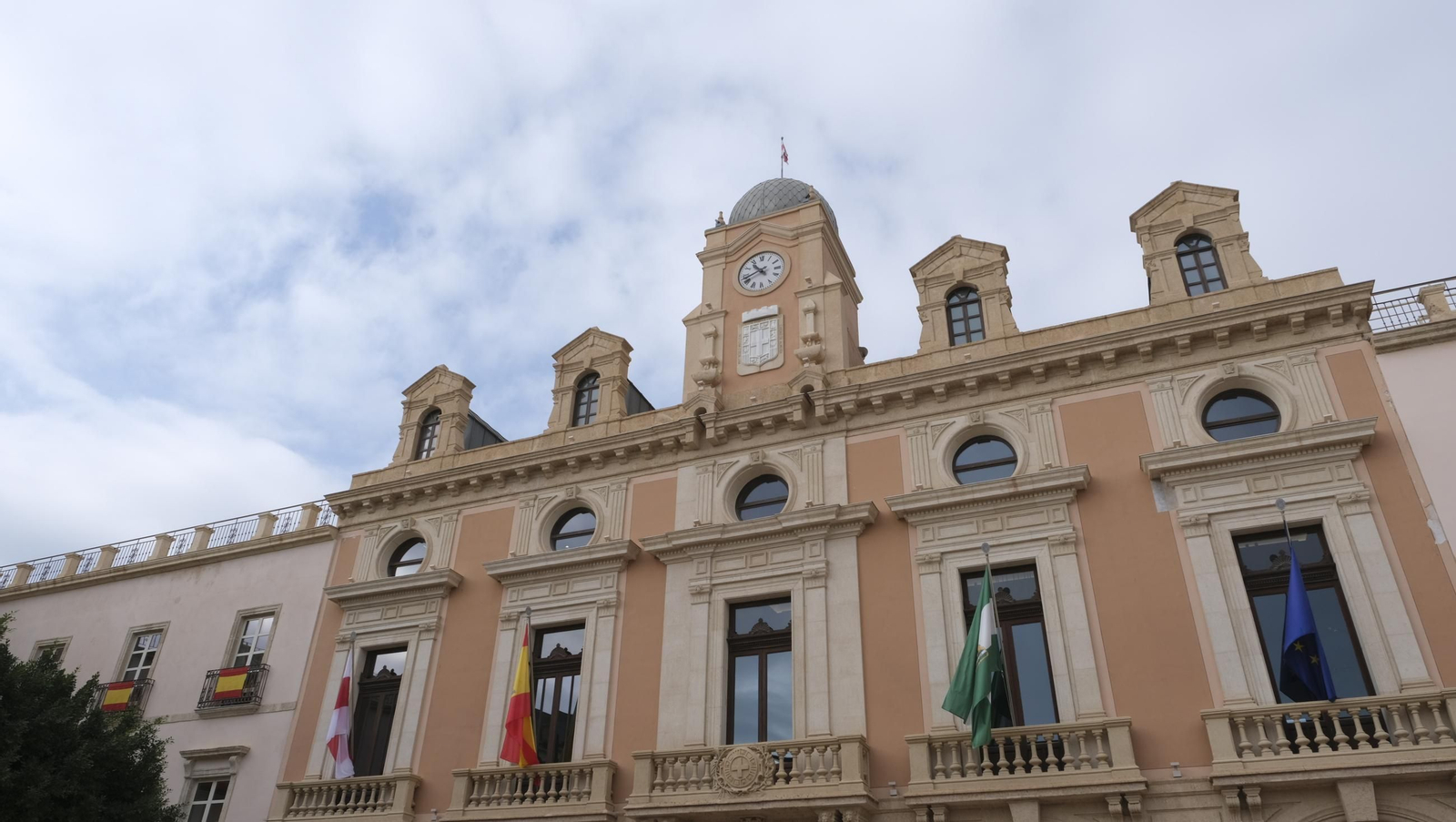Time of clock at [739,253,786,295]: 10:41
